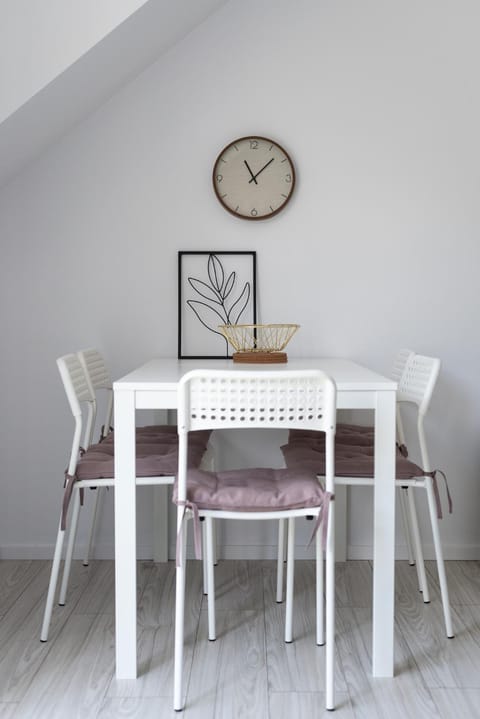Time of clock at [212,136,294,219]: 11:07
